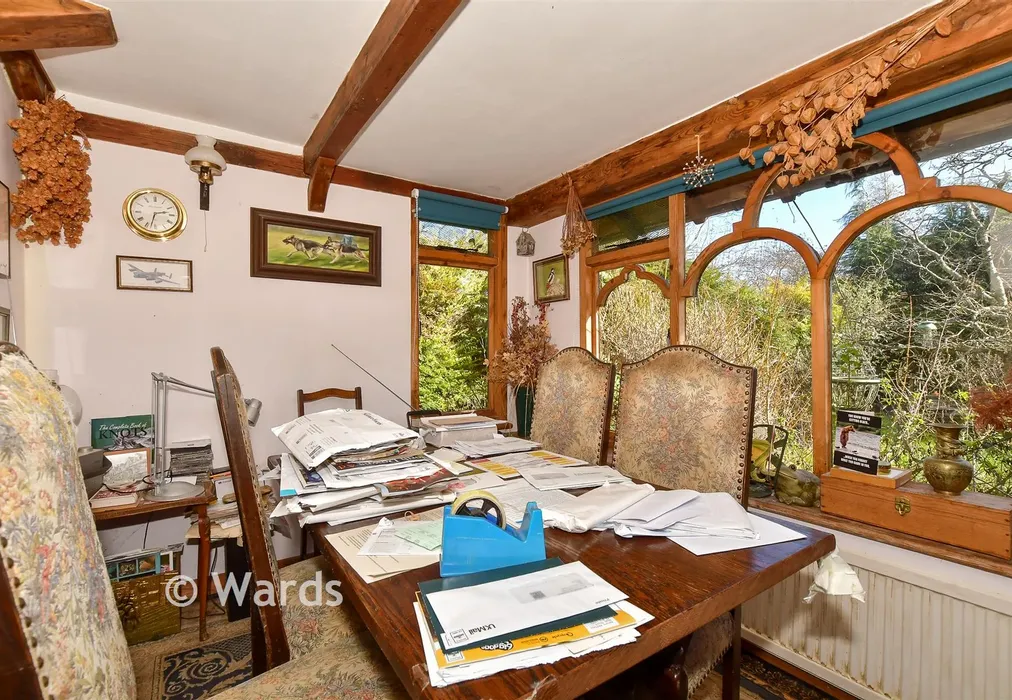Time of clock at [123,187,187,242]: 2:32
